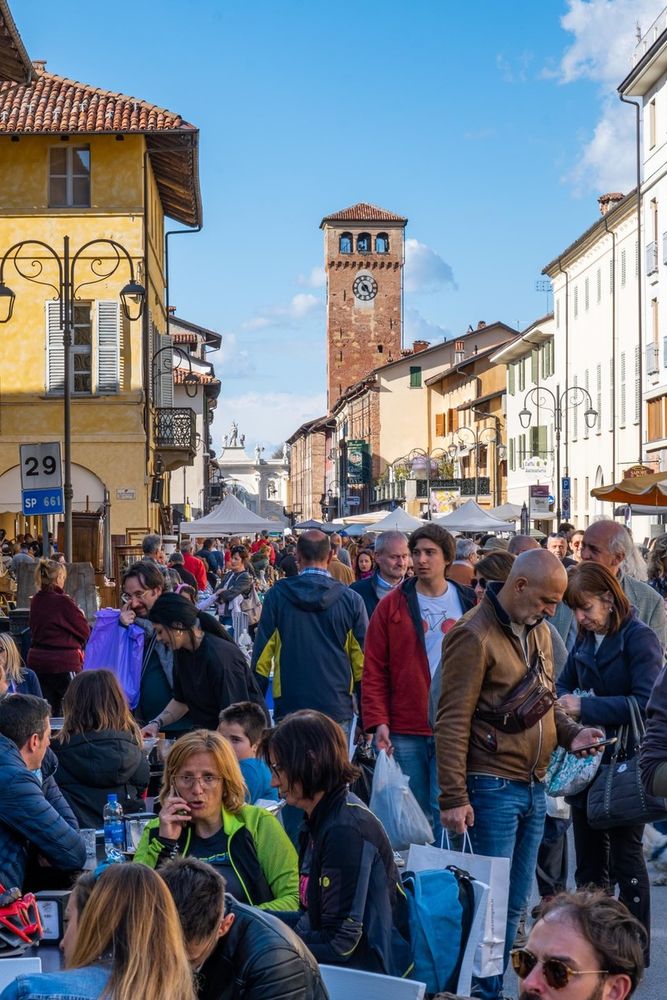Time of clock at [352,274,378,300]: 7:24
